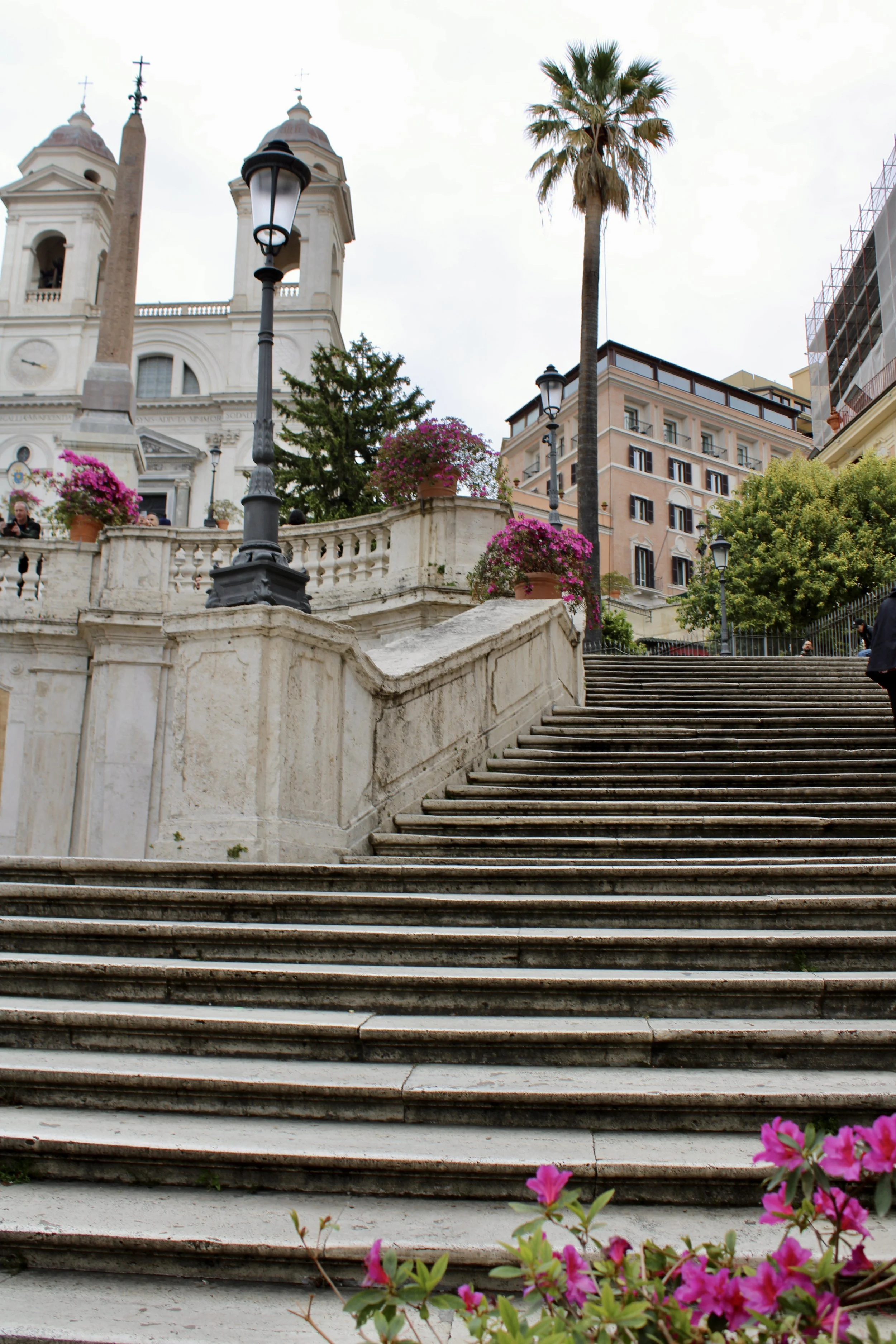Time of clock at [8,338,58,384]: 9:17
